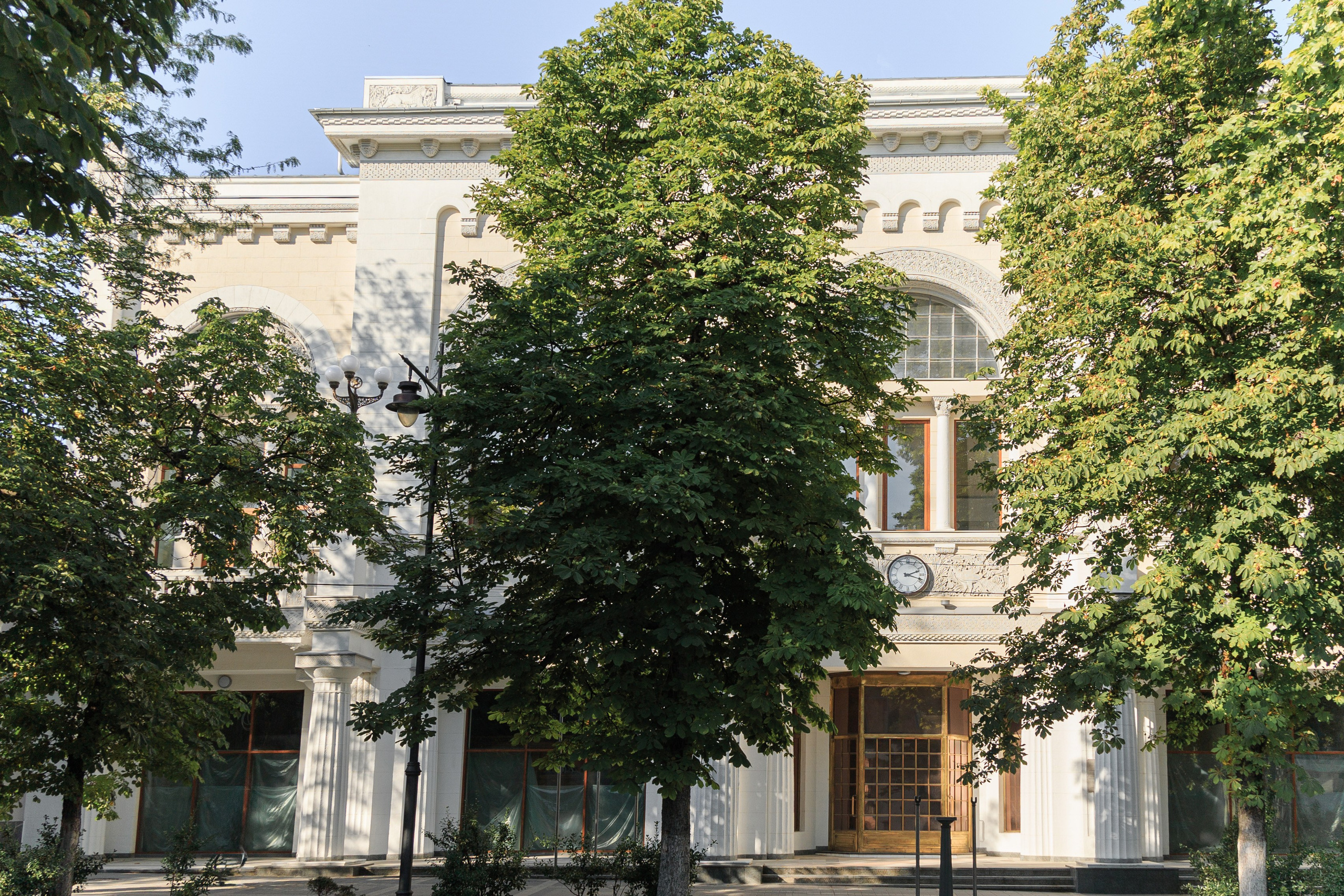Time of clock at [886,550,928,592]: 2:18
